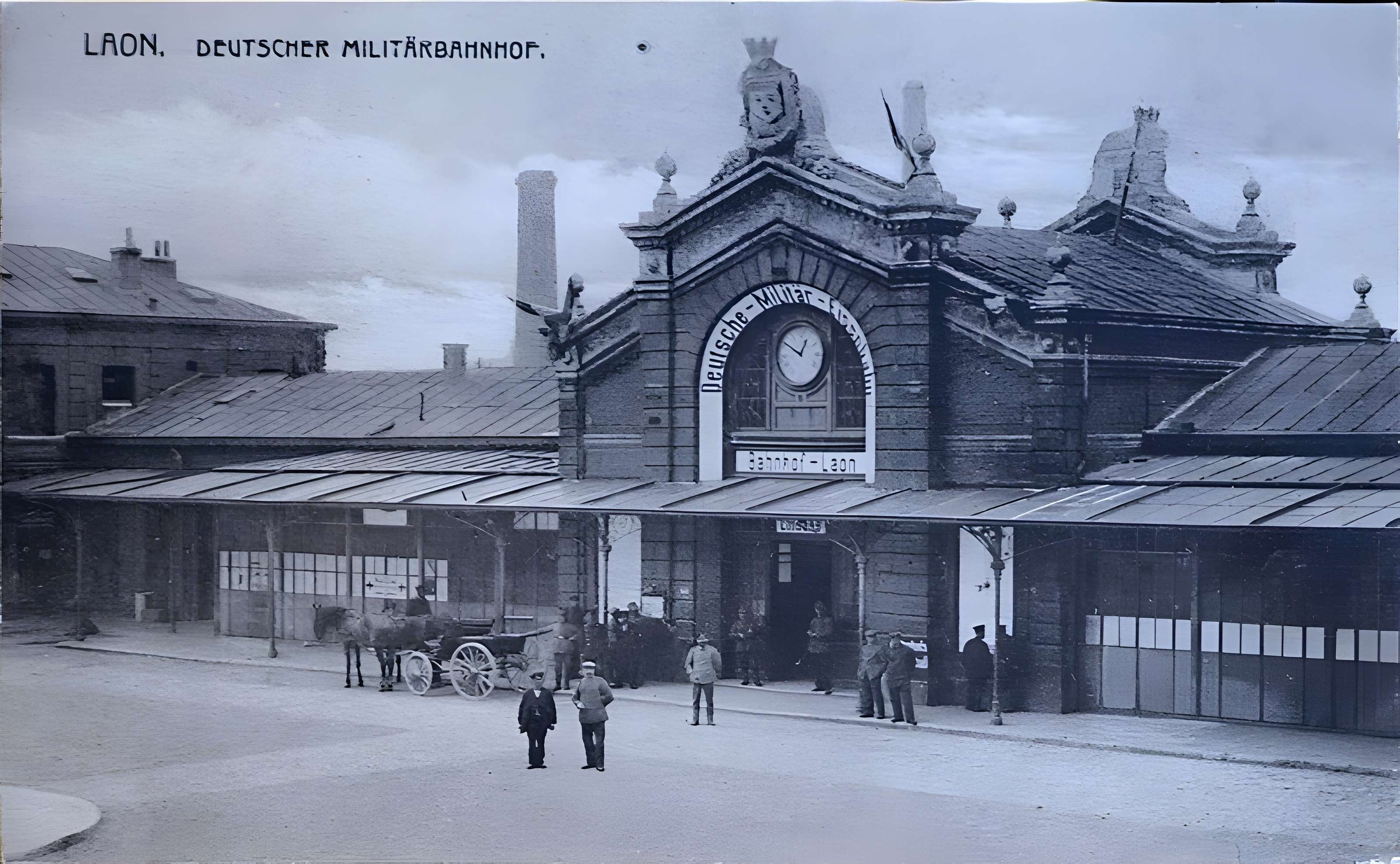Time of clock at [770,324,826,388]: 12:50
